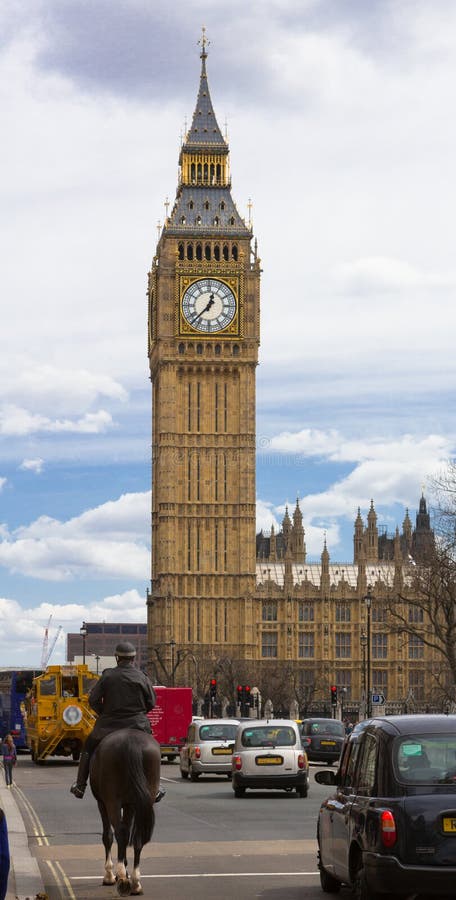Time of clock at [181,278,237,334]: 12:37
